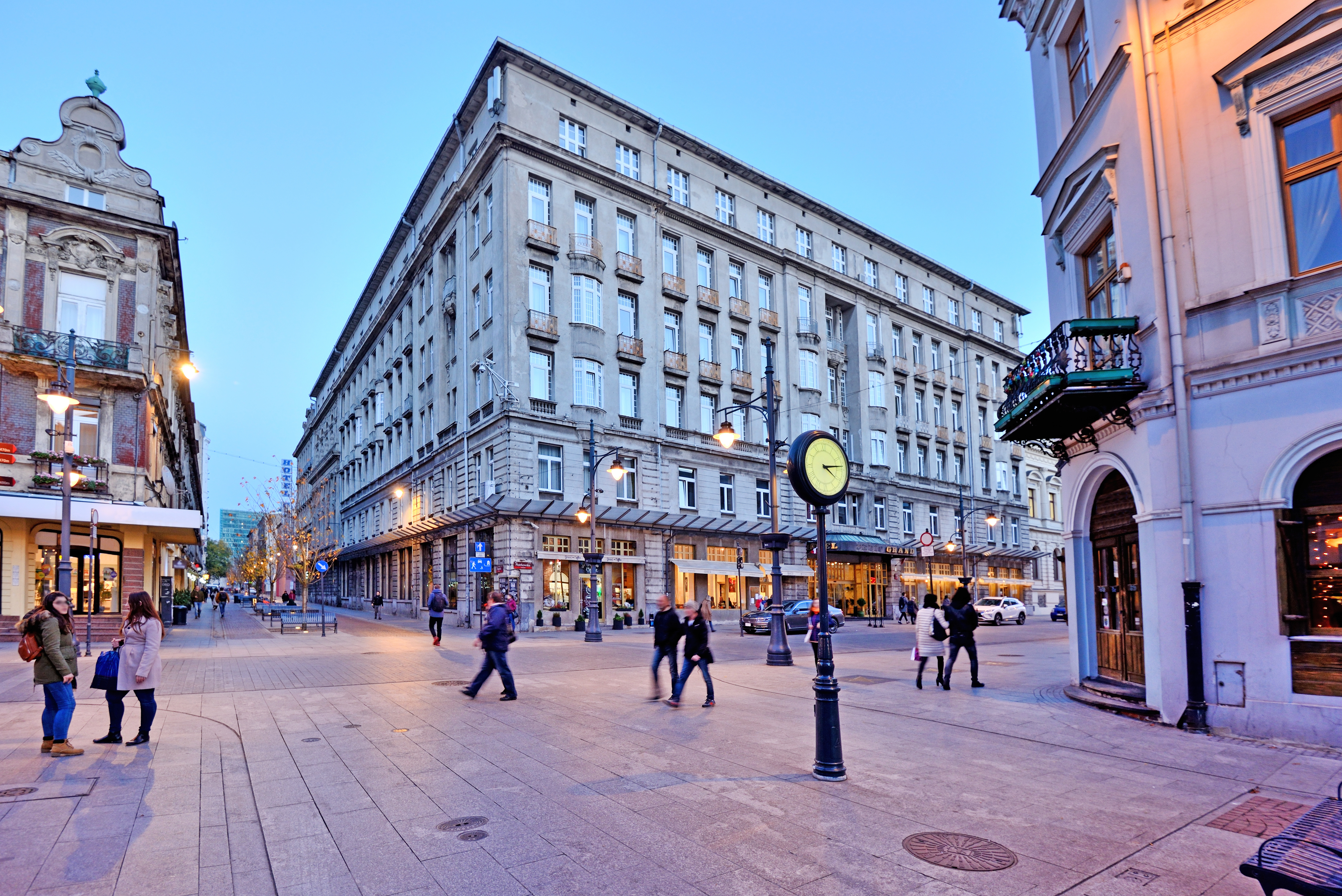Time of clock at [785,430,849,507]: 4:14
